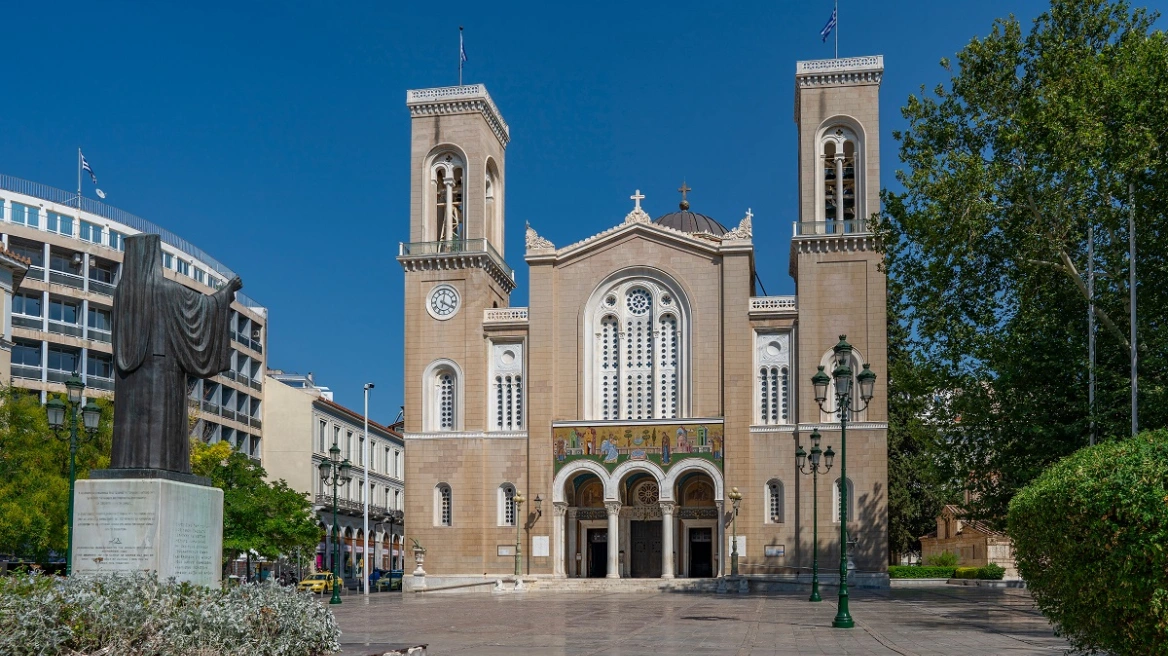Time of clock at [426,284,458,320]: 4:01
